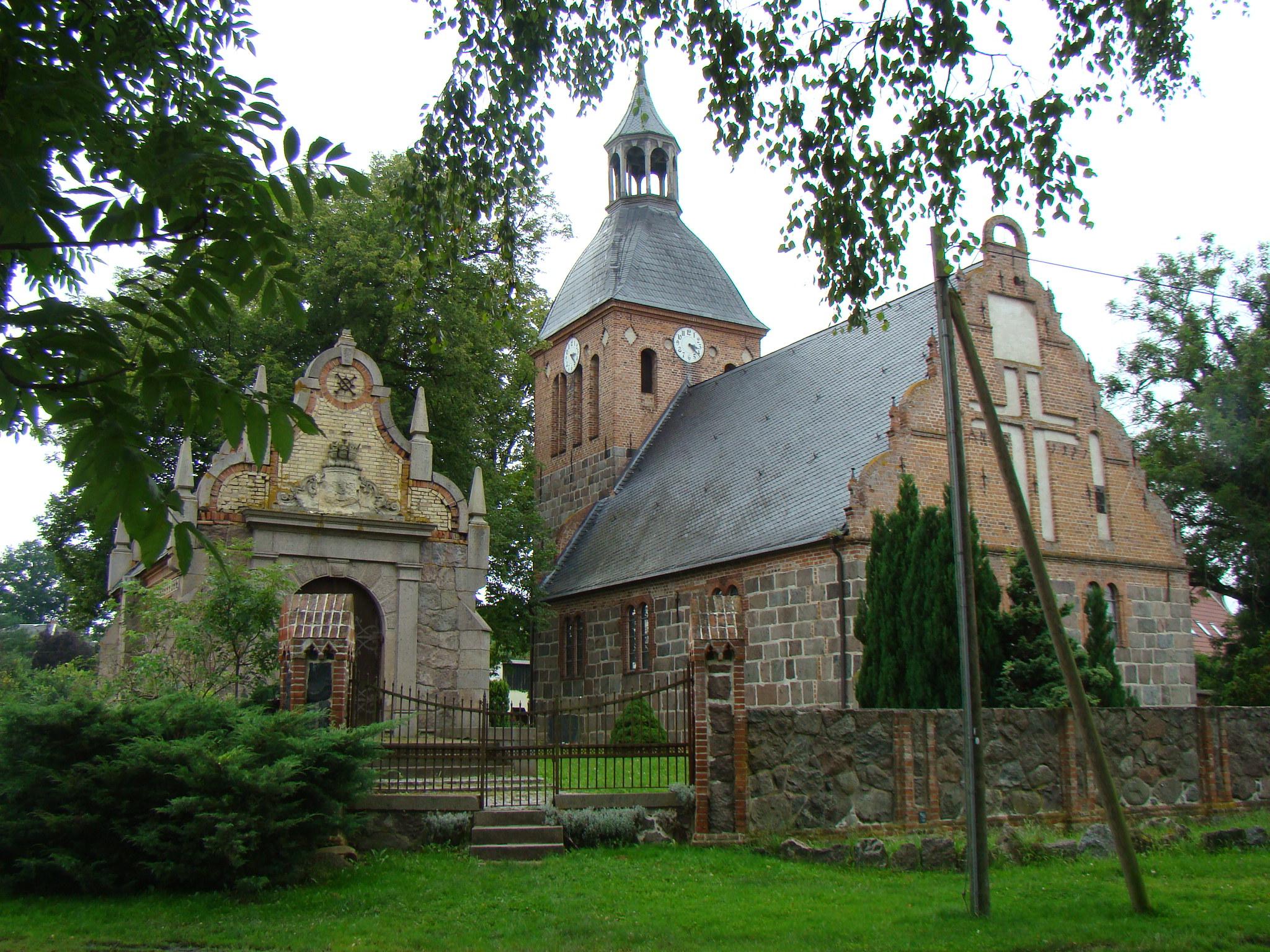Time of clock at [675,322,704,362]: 3:21
